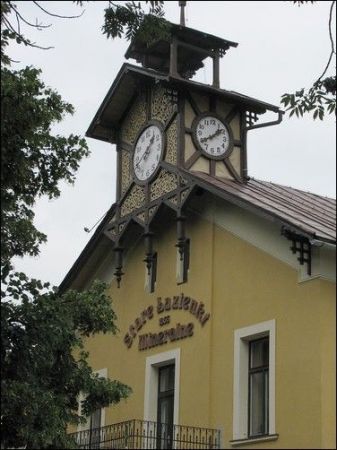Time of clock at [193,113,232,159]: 1:39
